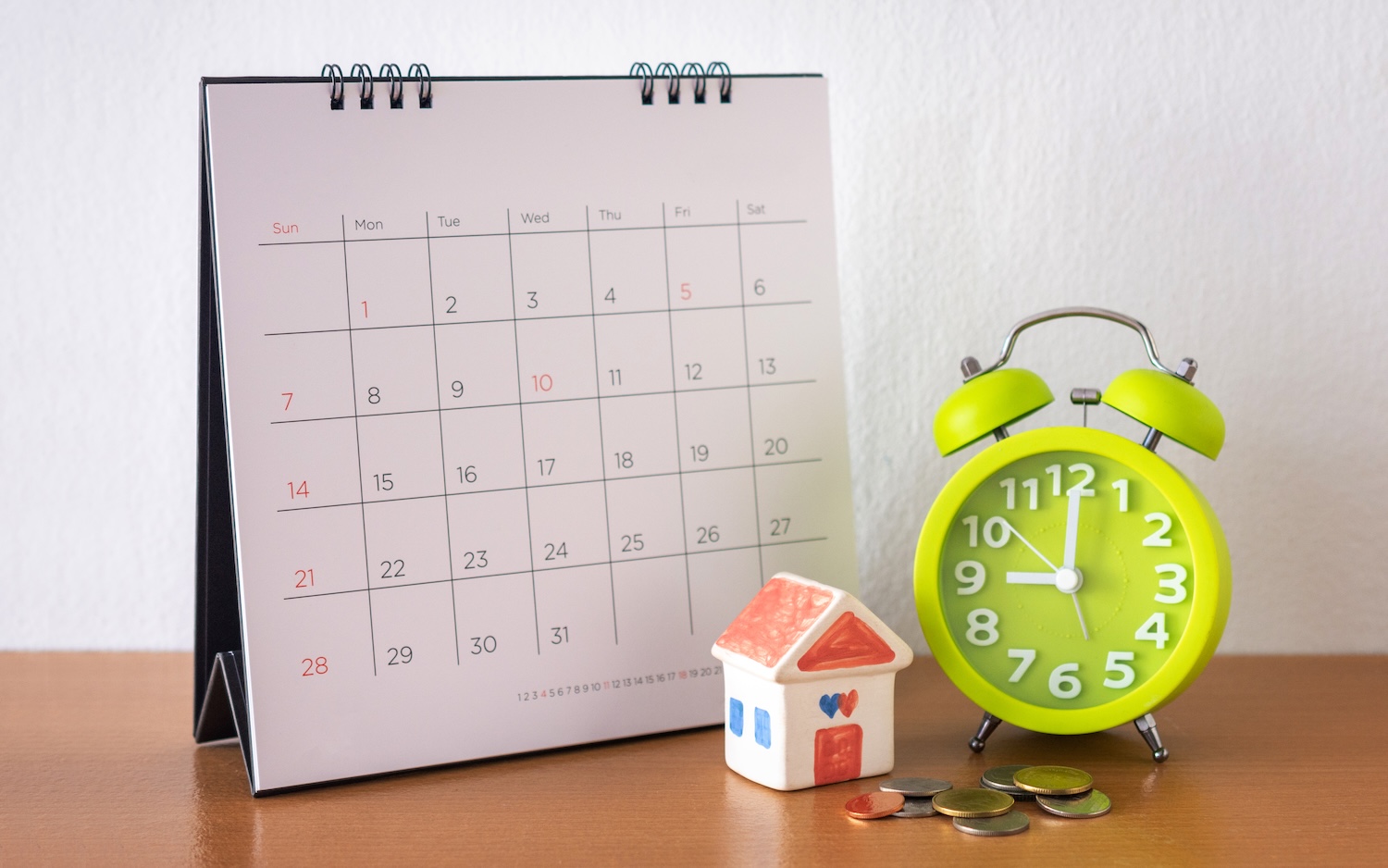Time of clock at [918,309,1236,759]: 9:00
